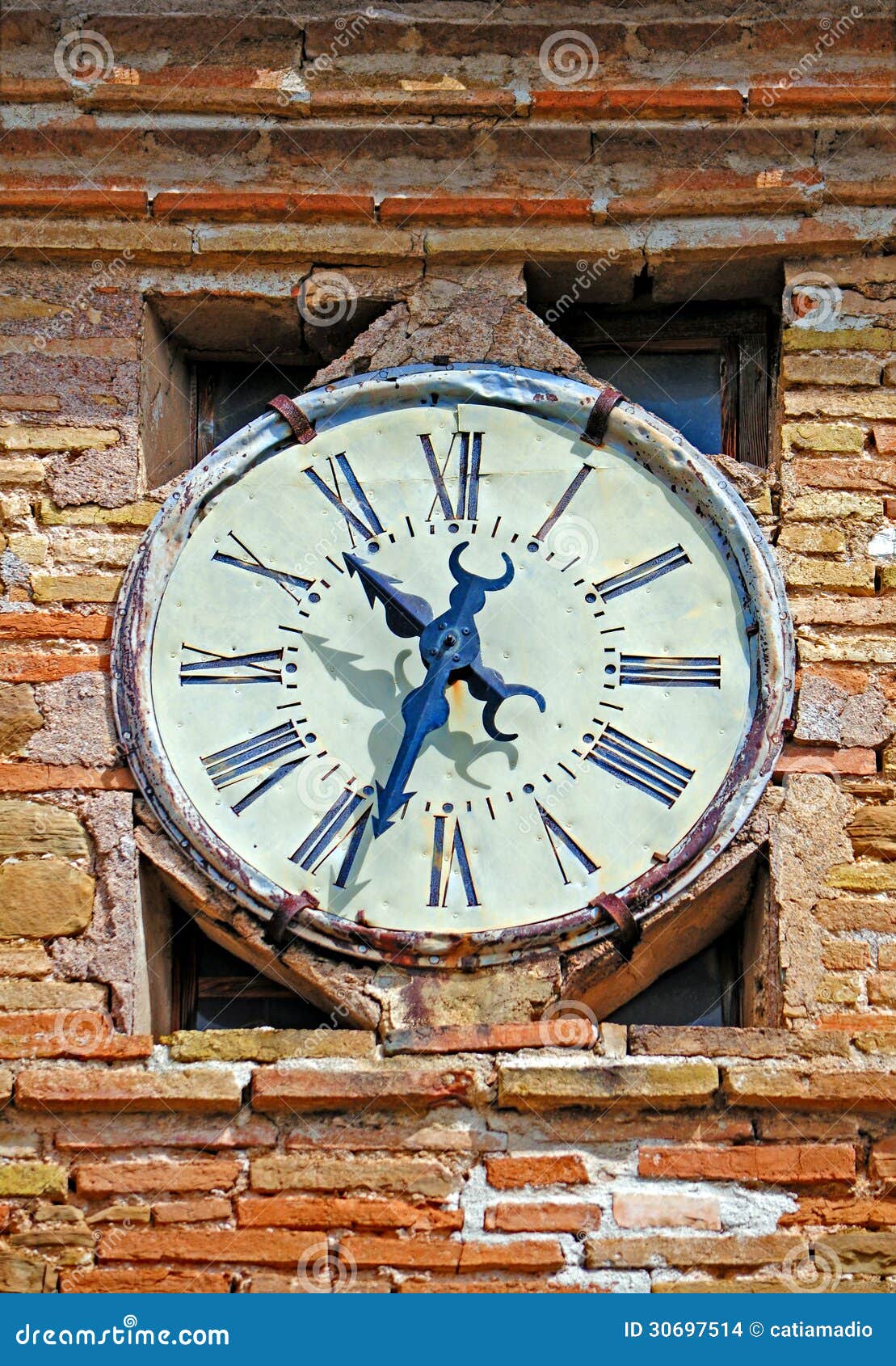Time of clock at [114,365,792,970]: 10:33
